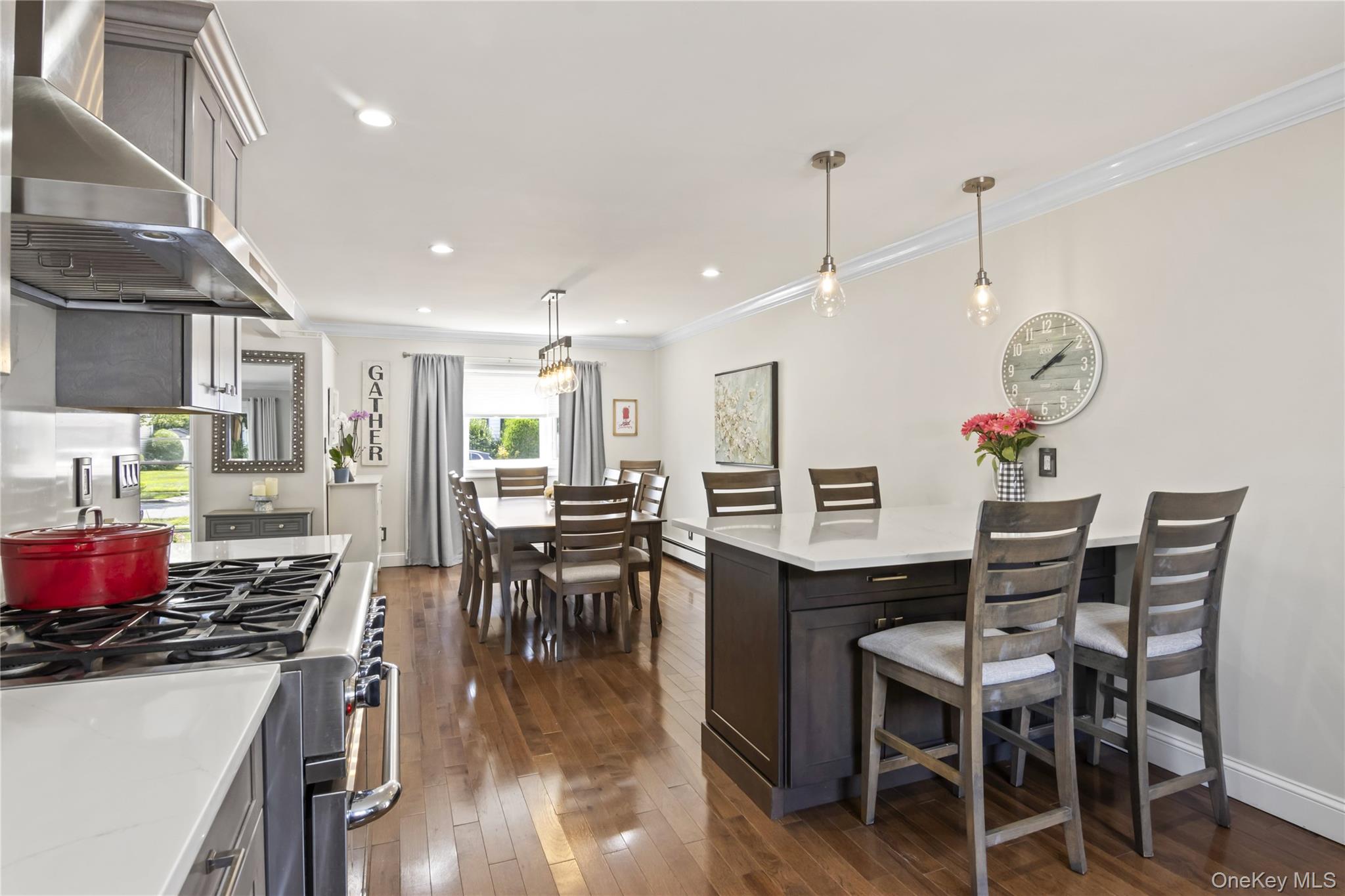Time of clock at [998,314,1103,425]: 2:09
